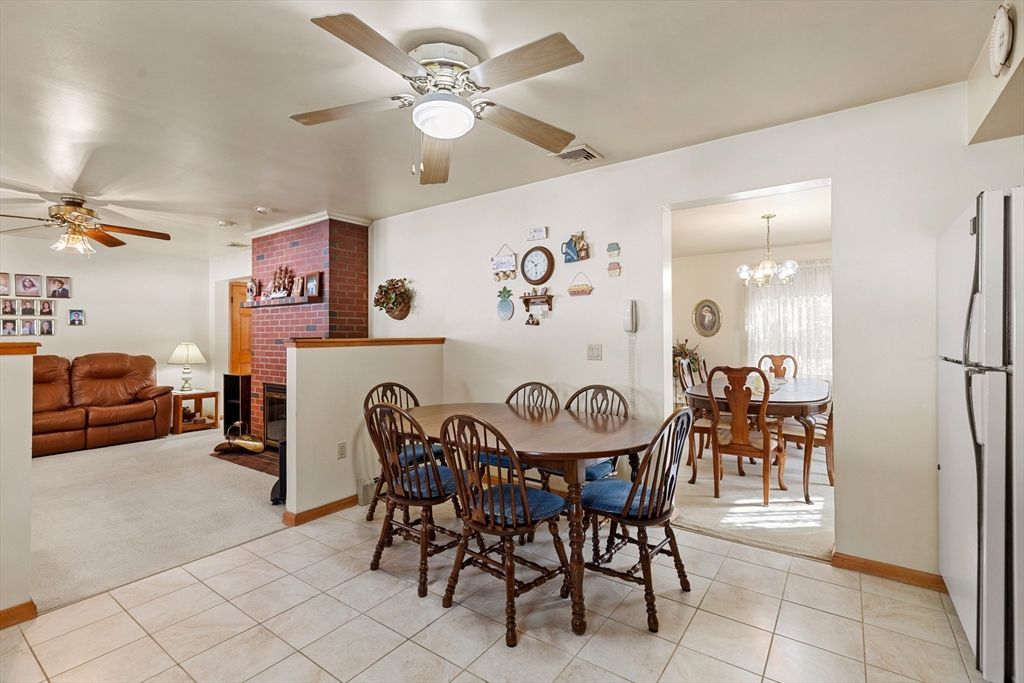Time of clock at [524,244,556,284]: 10:28
